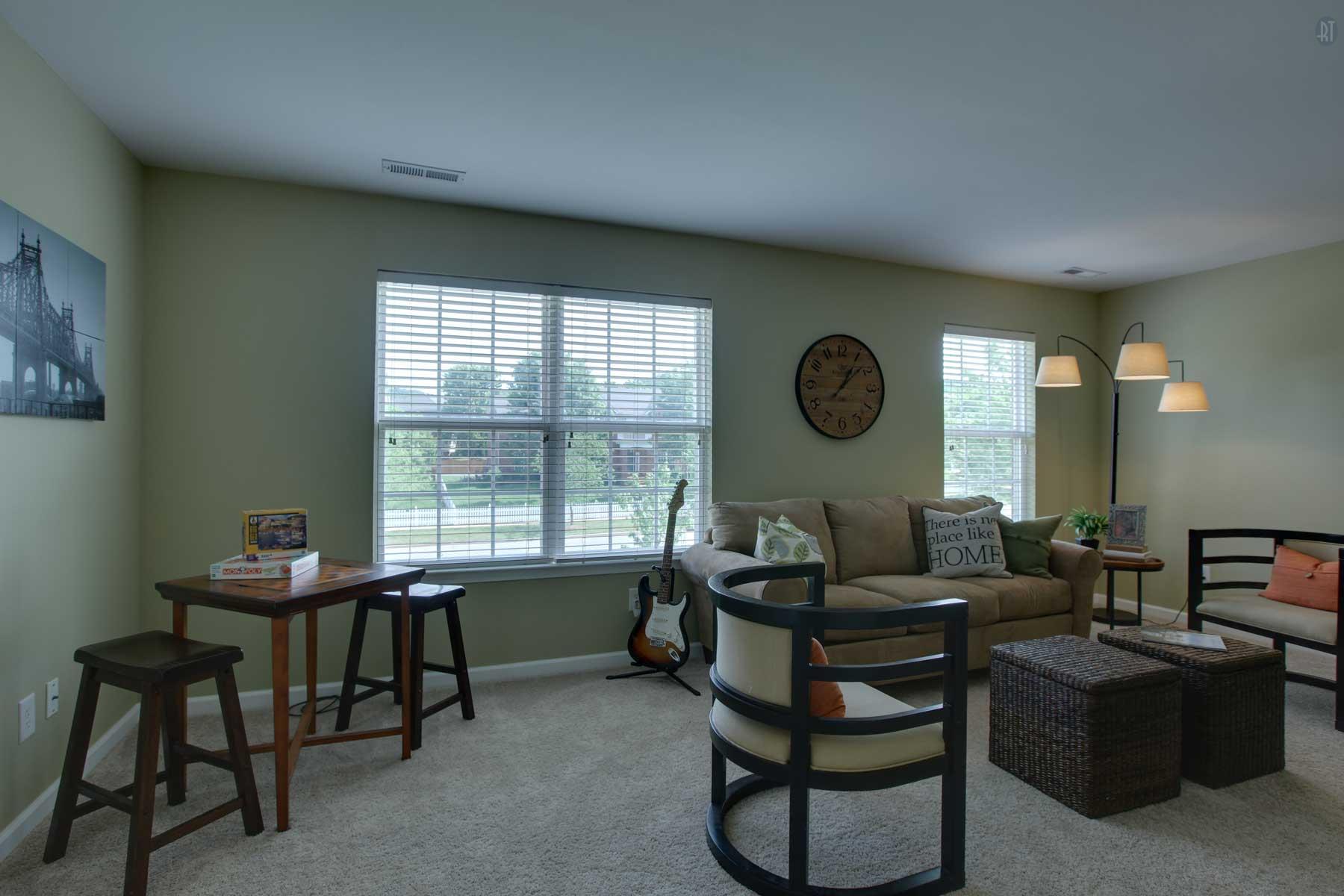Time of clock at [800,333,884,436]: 1:08
